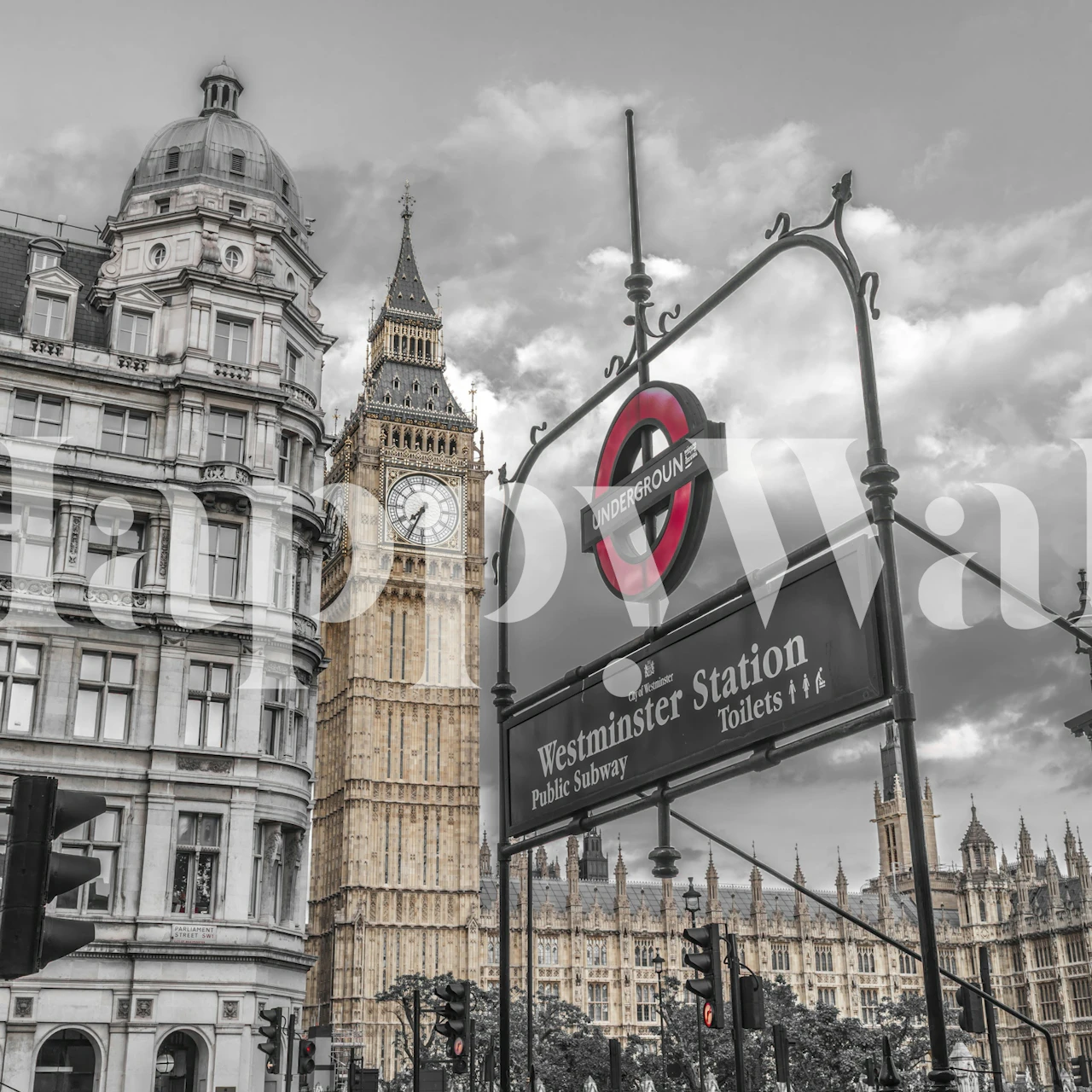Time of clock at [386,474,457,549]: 7:34
